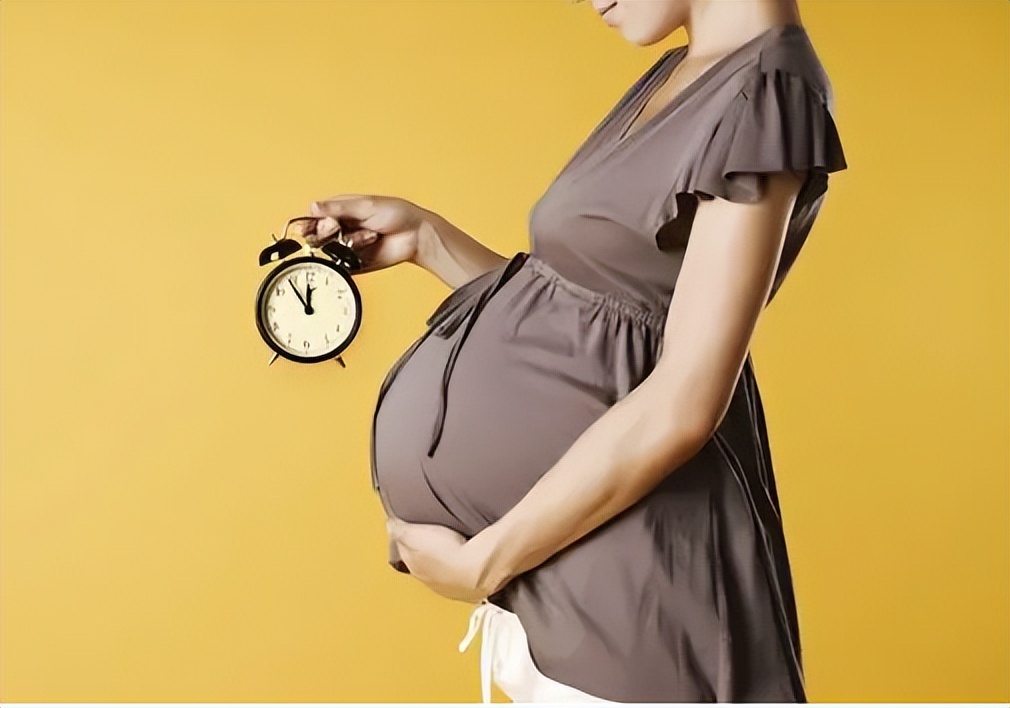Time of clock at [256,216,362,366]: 11:53
